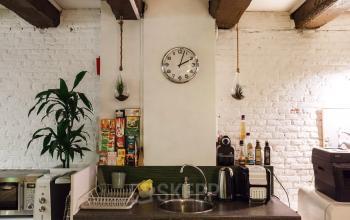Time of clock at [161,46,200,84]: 2:02
